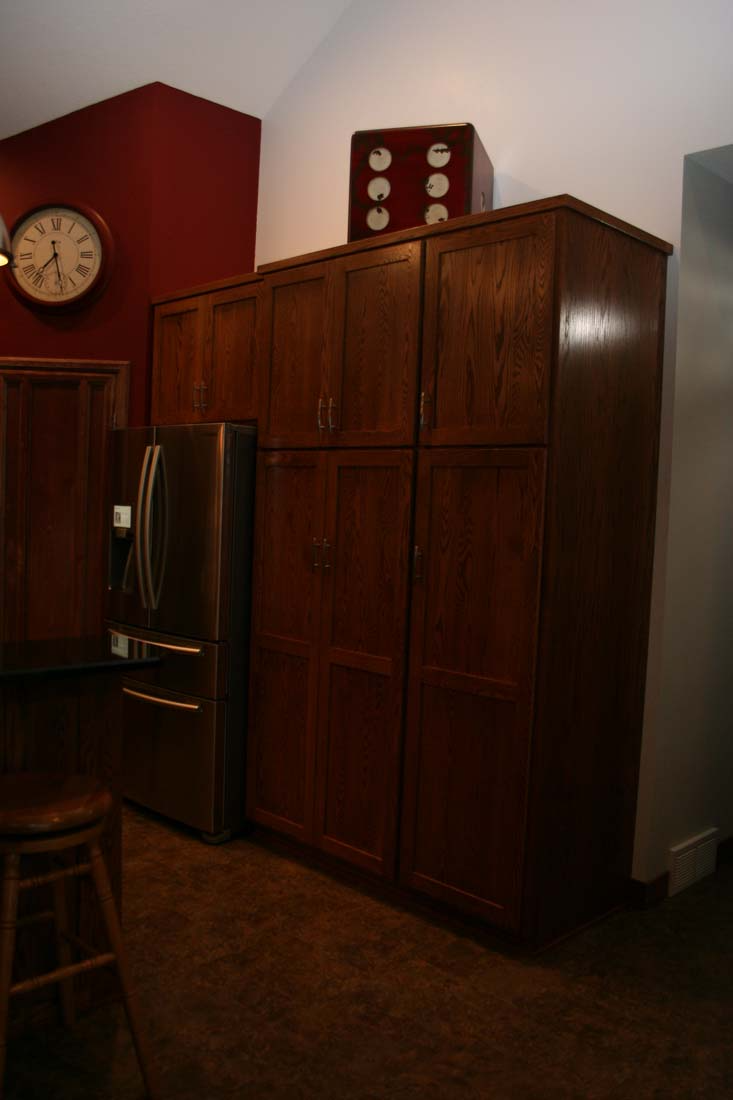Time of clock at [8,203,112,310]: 7:28
